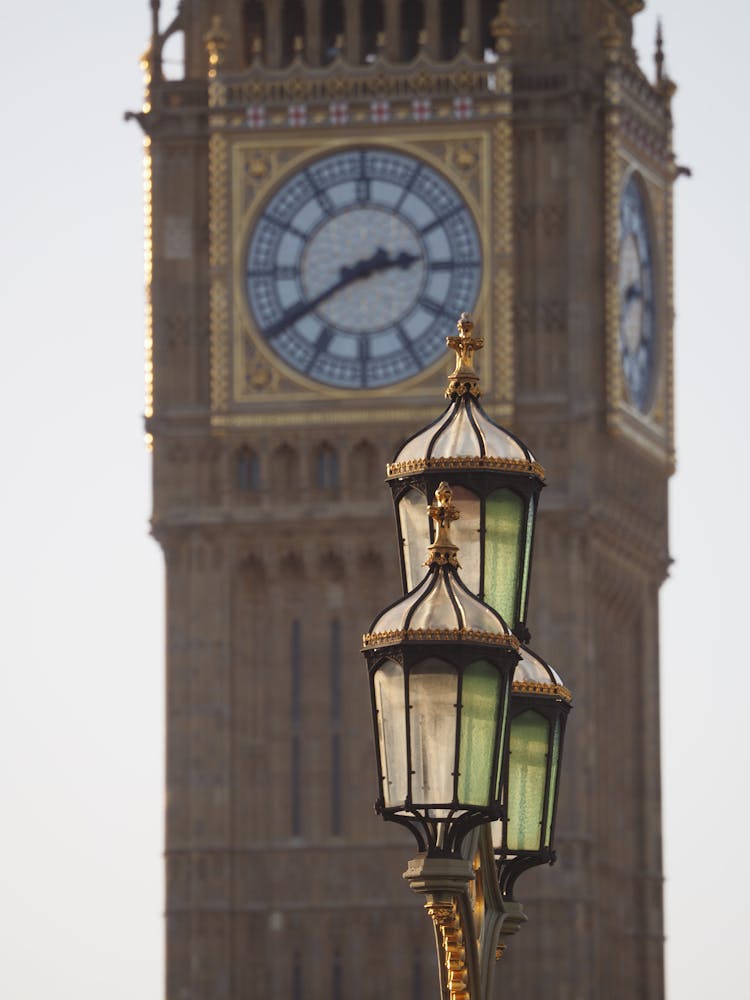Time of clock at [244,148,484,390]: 2:39
